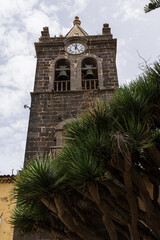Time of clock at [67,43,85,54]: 12:23
